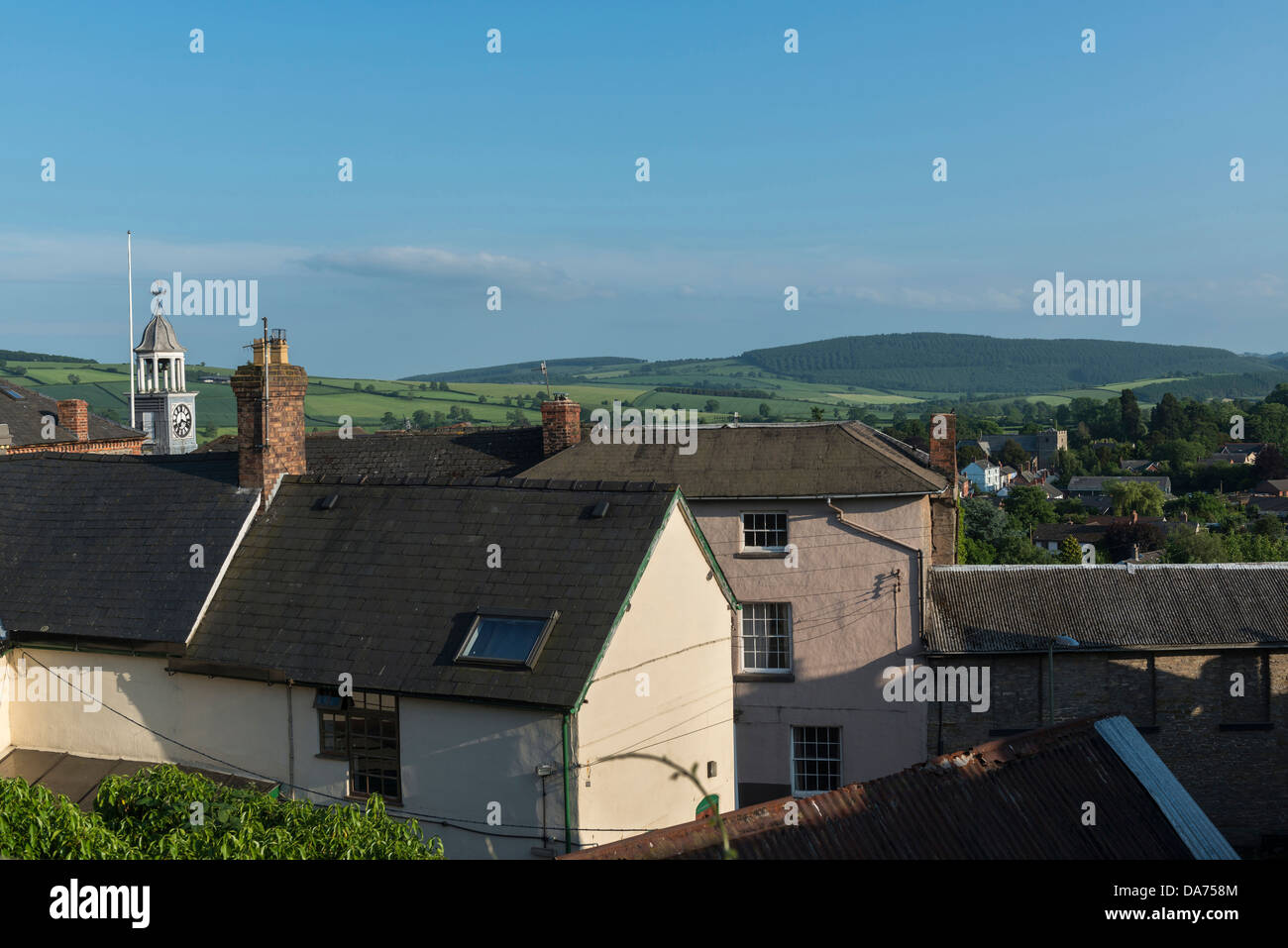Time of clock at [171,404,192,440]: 7:17
